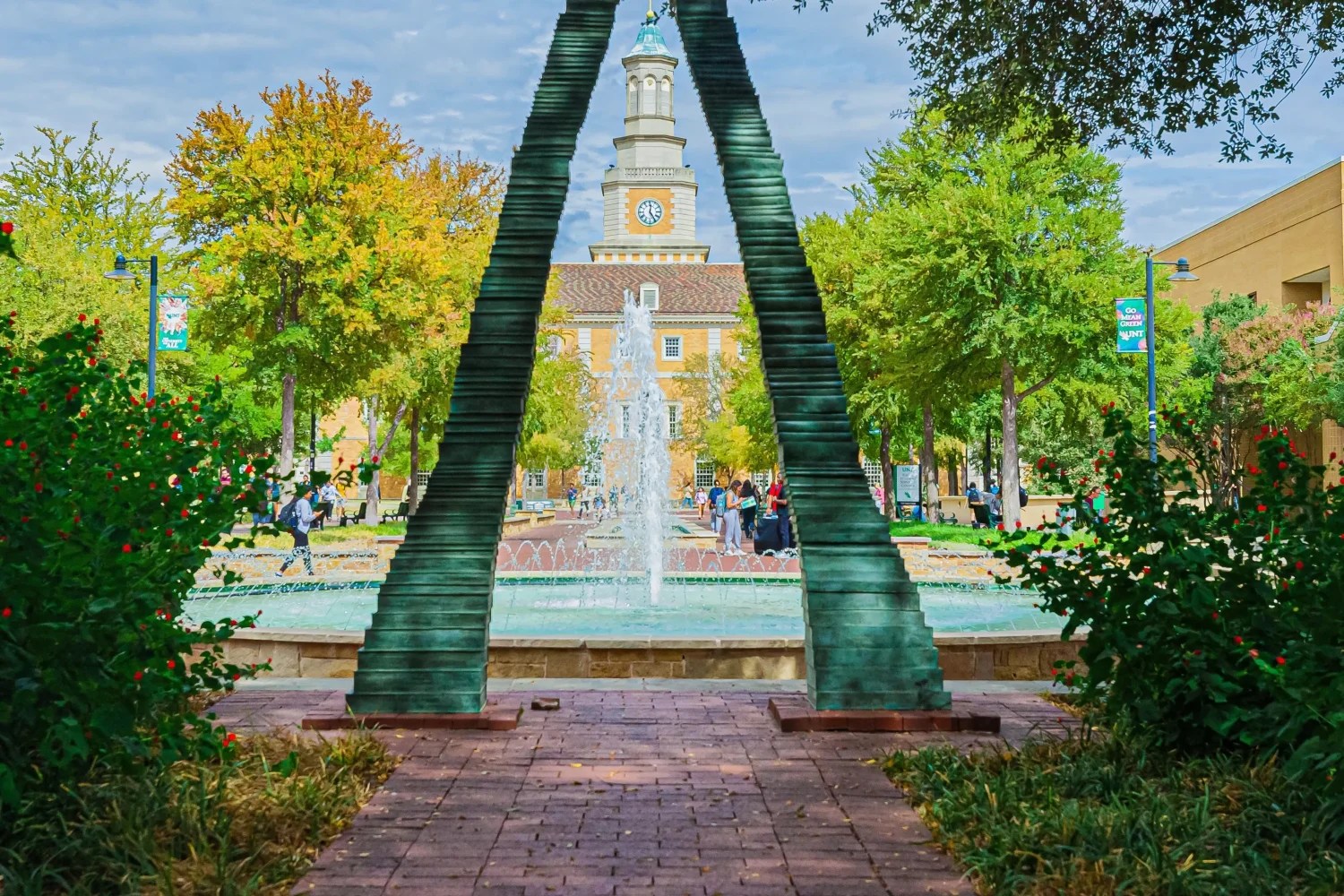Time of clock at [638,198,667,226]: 12:24
